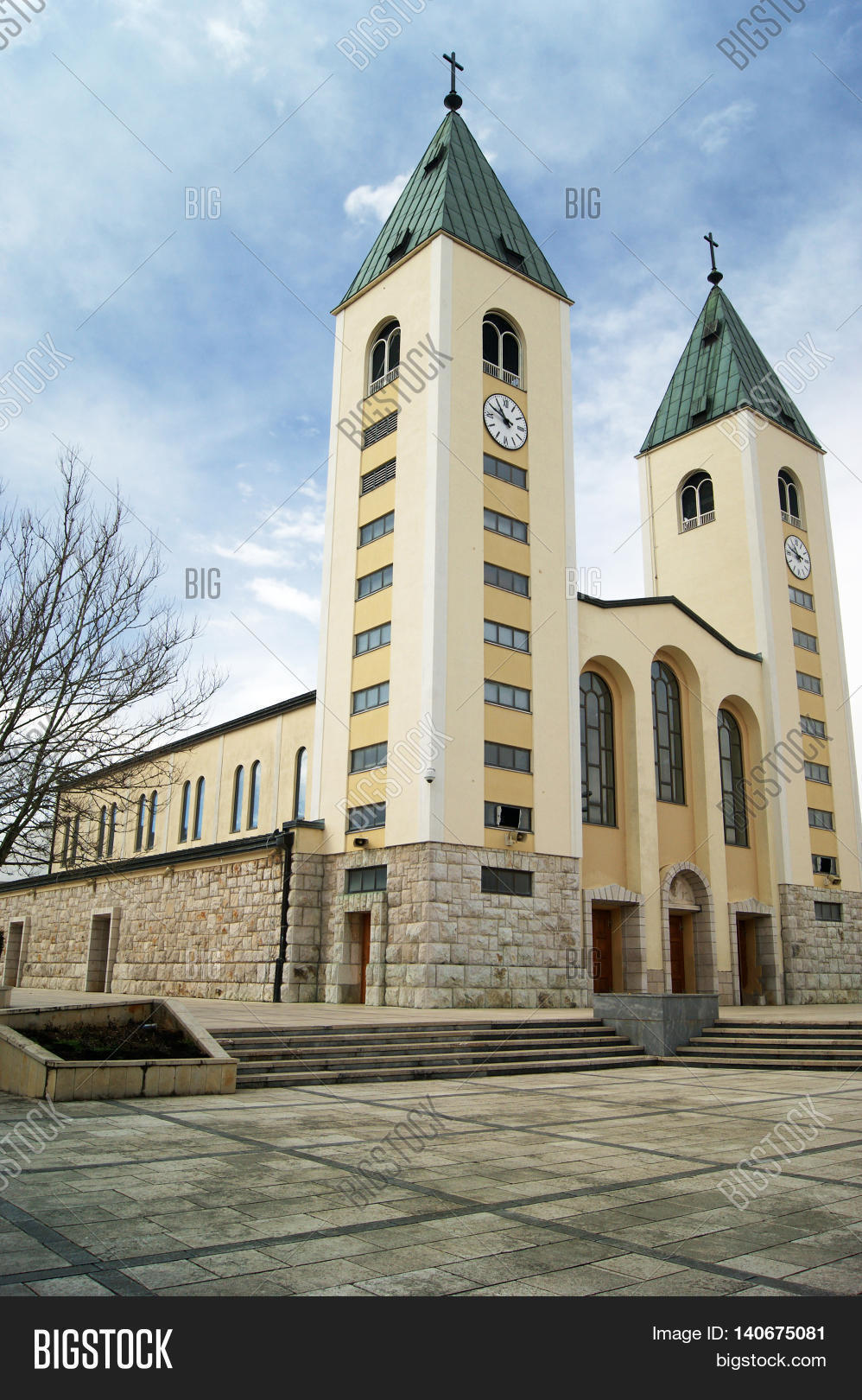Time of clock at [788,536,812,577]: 2:48
